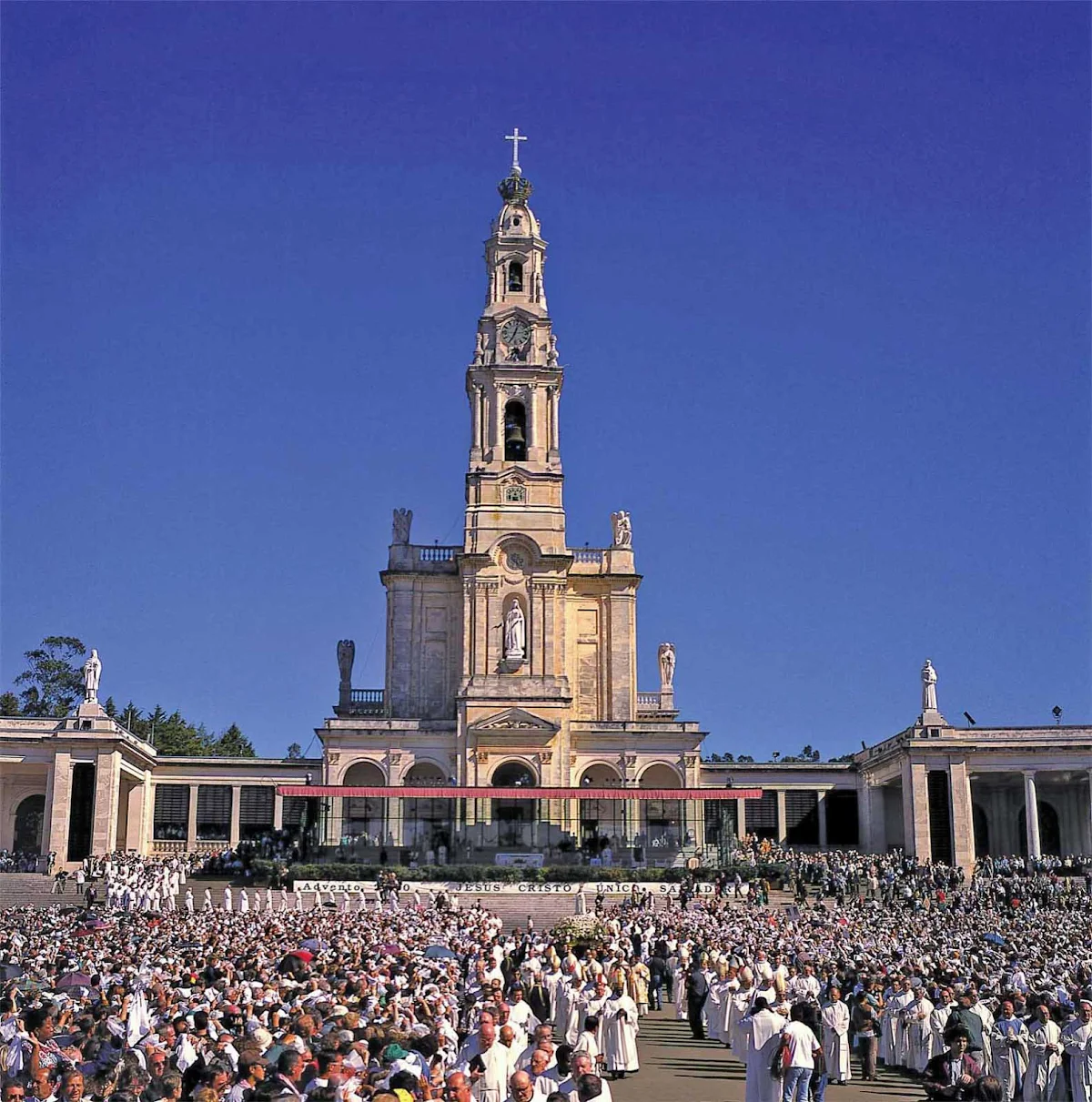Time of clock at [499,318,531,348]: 12:34
